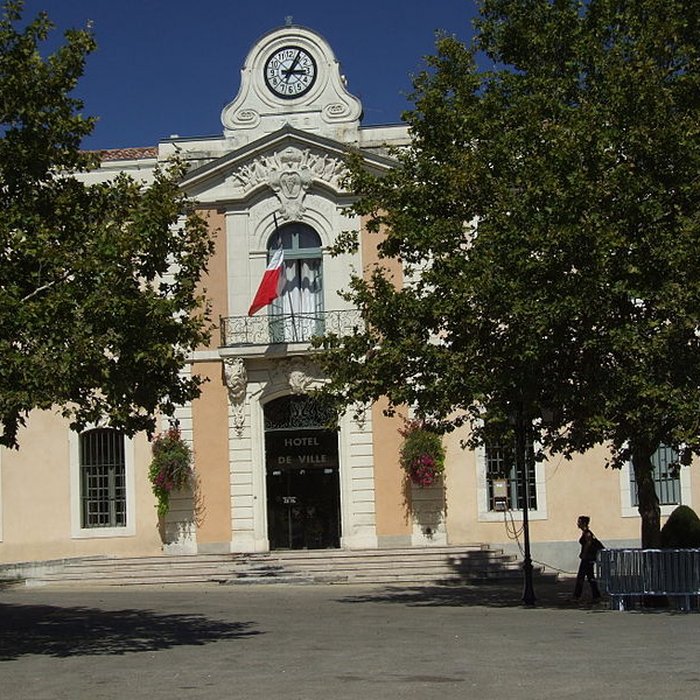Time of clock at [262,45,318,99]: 3:04
